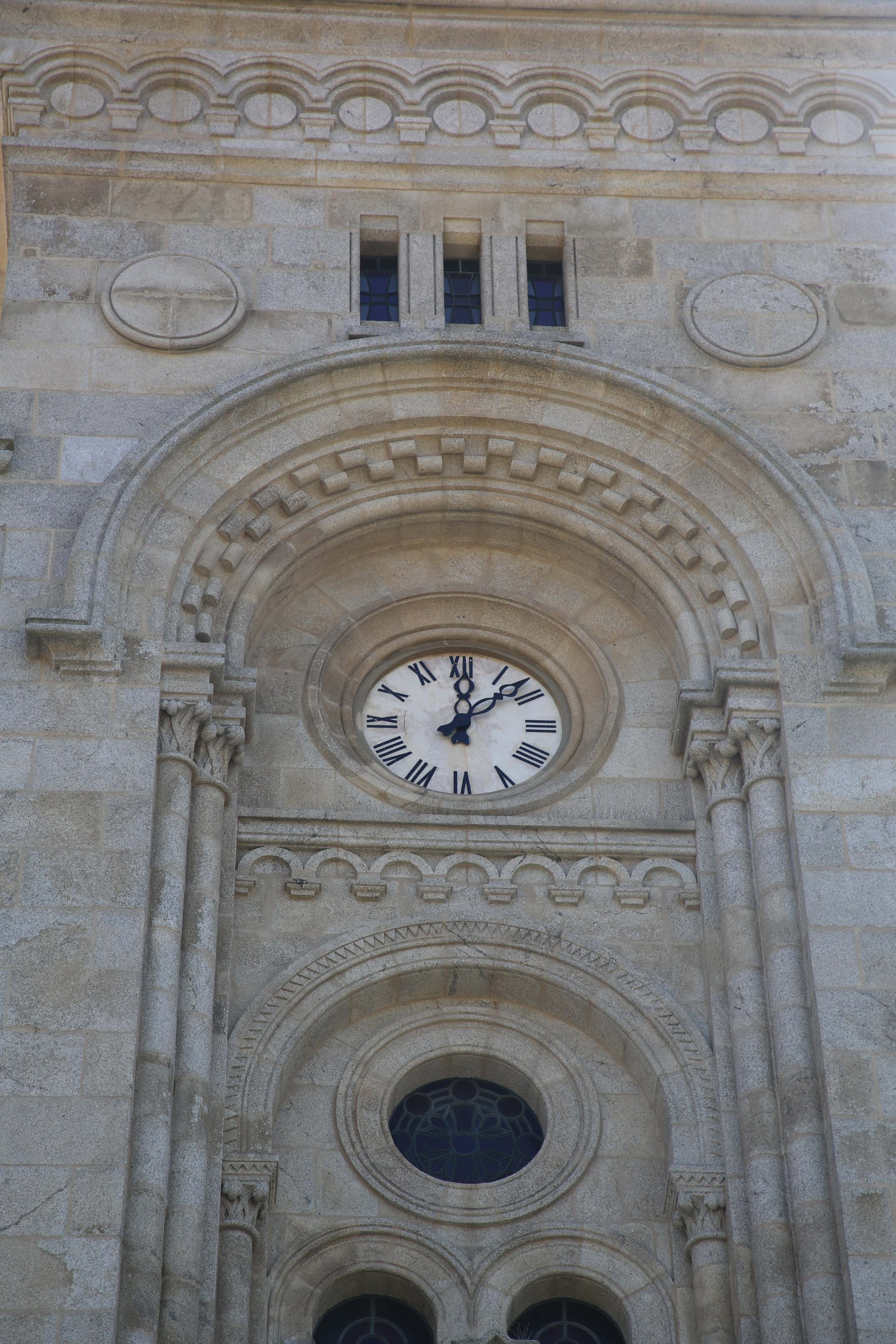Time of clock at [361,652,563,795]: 12:07
